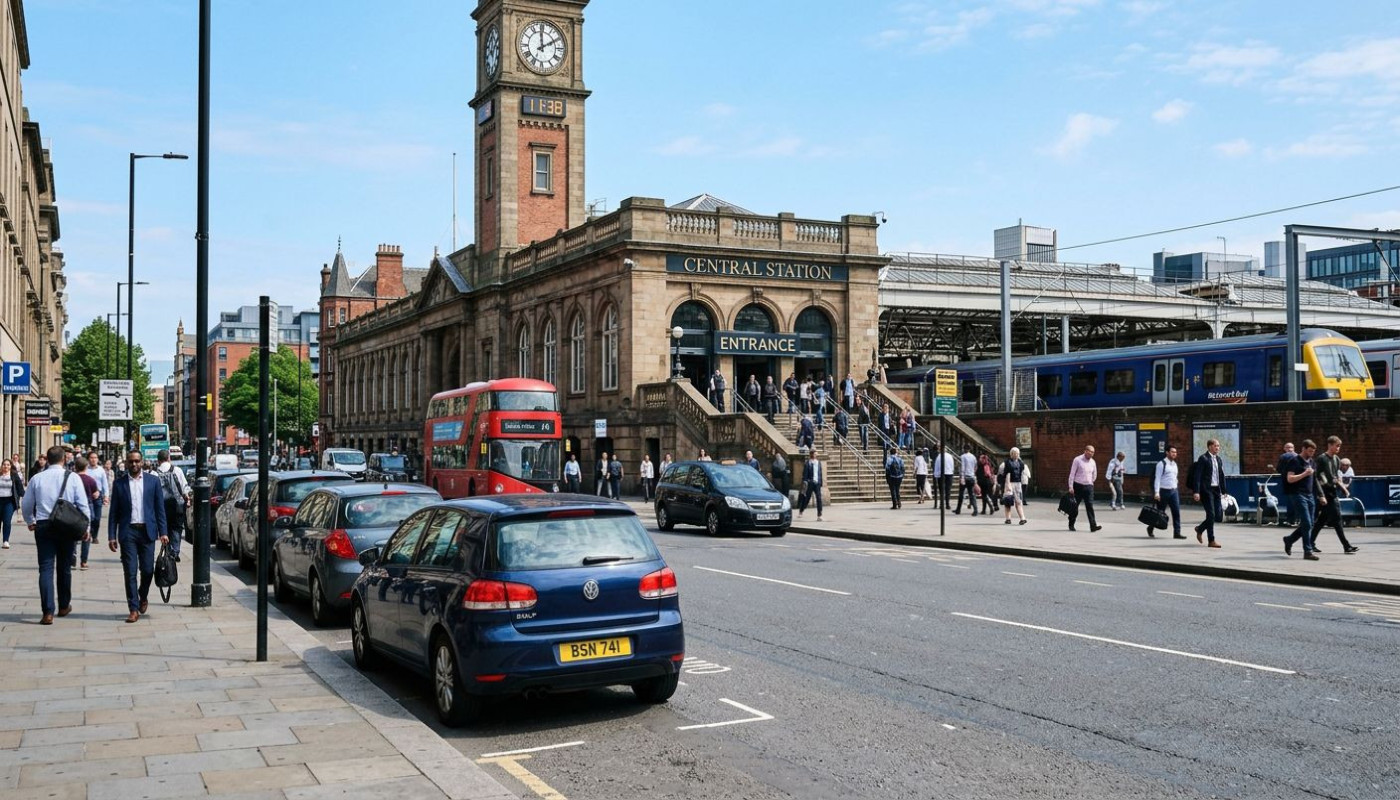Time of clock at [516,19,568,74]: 1:59
